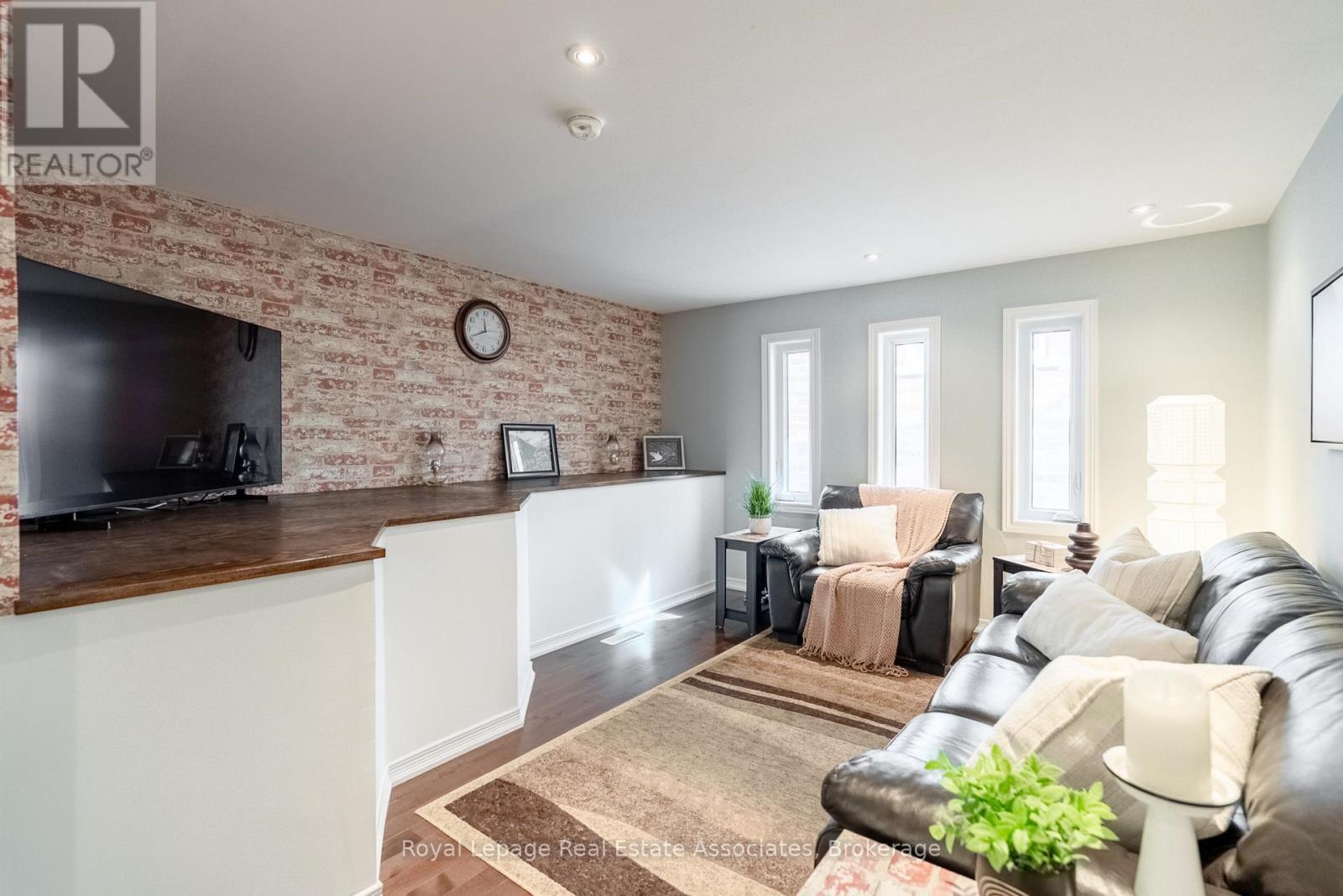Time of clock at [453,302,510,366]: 11:41
